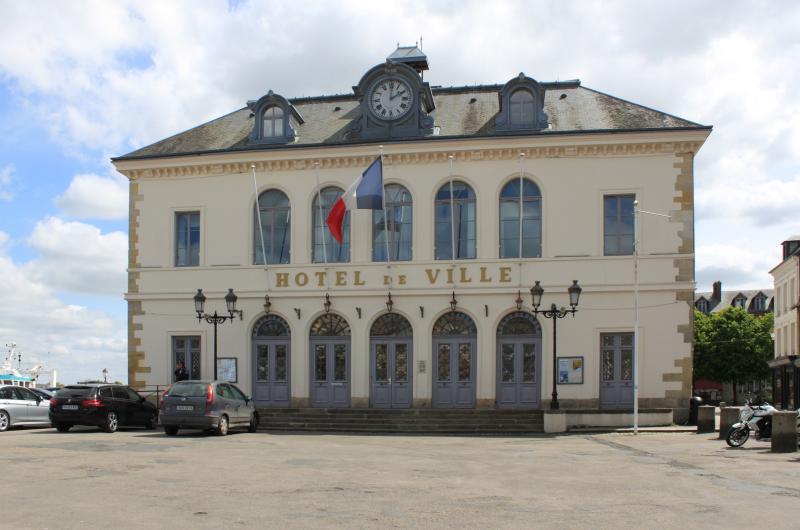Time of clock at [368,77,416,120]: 2:00
